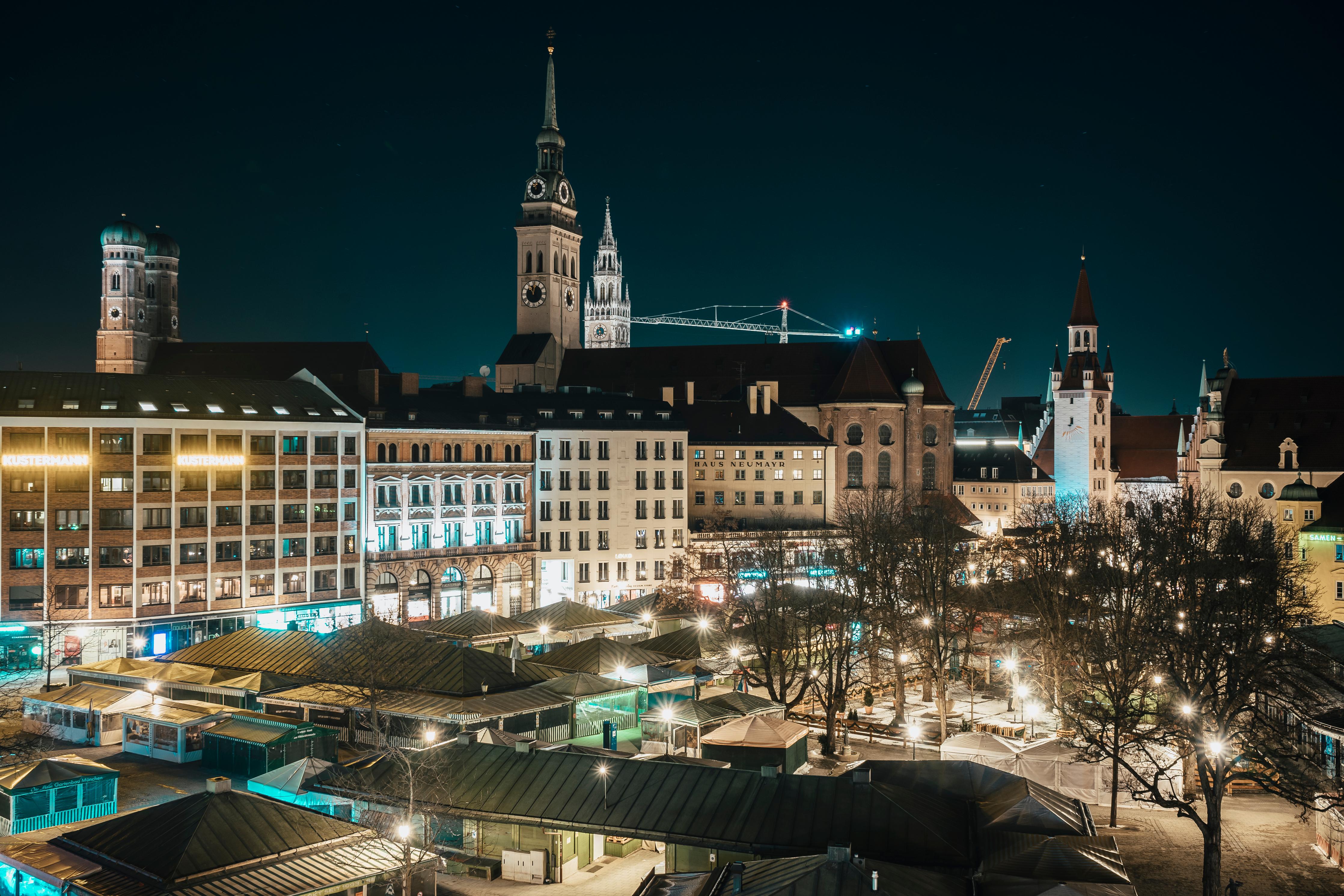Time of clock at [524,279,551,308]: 11:01
